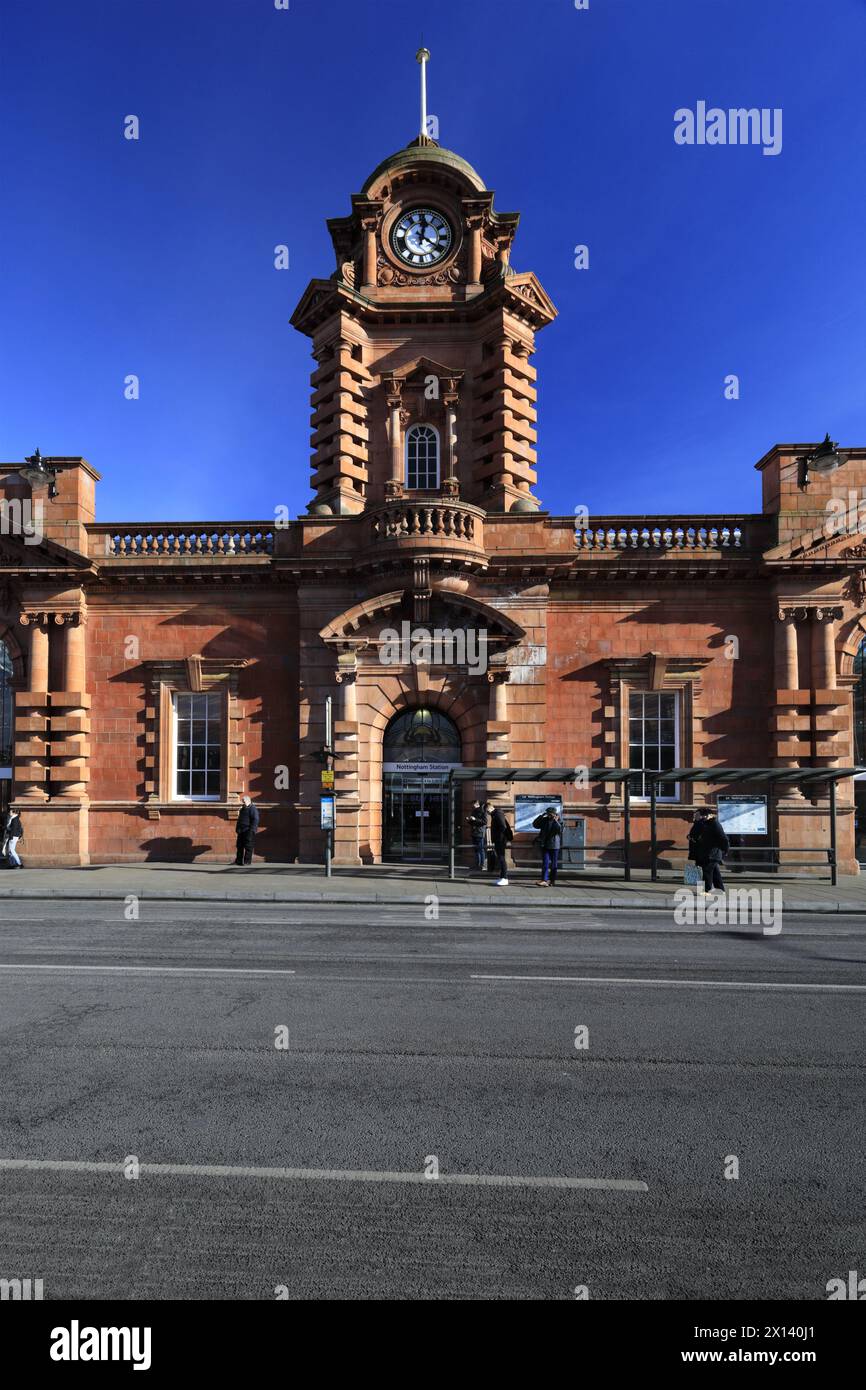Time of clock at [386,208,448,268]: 12:20
